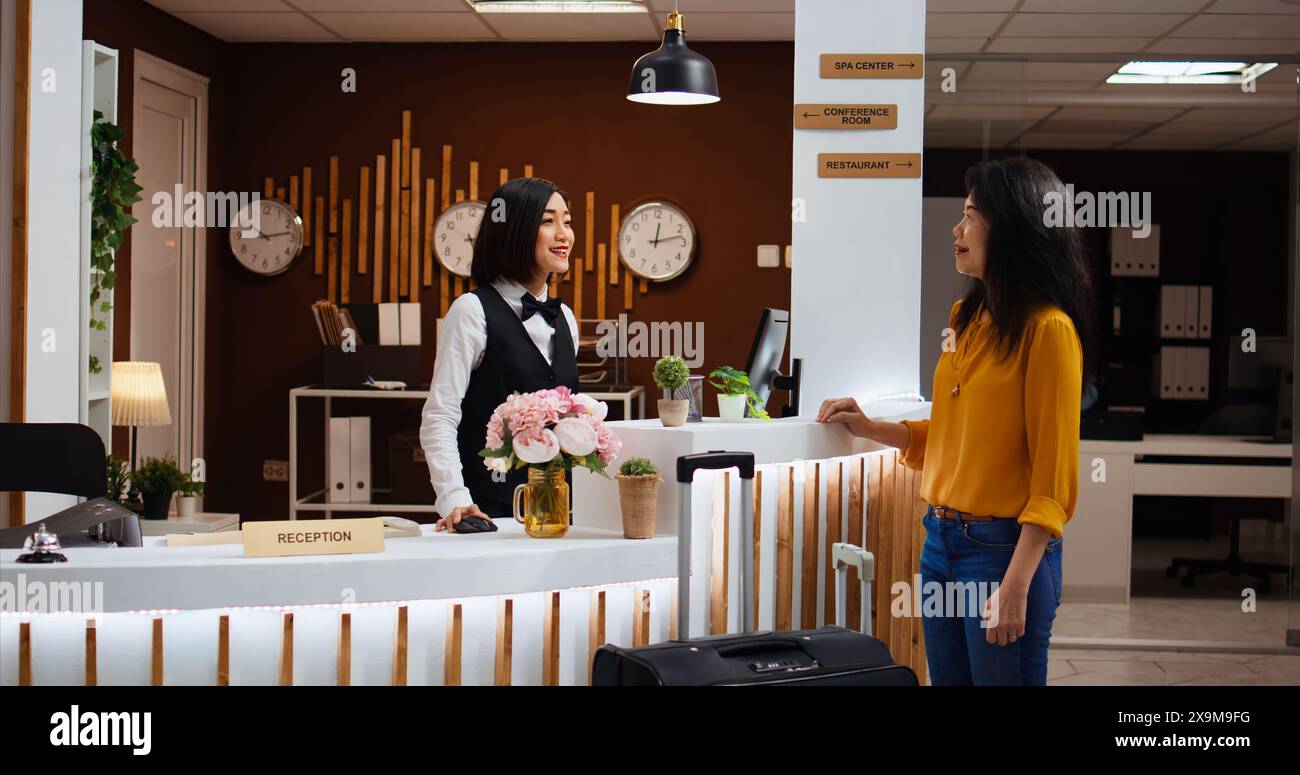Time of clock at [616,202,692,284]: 12:12
